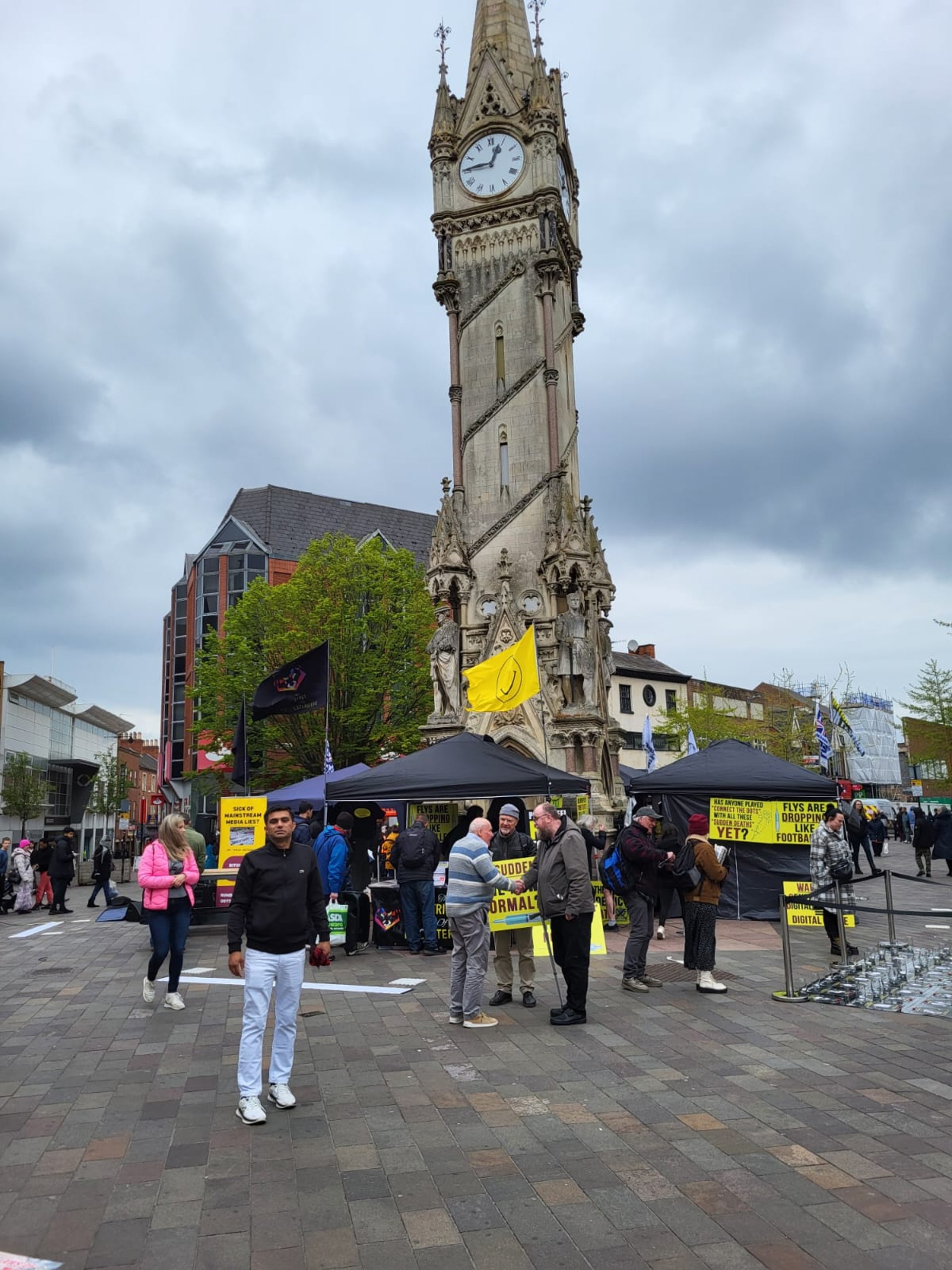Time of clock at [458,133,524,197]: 12:45
